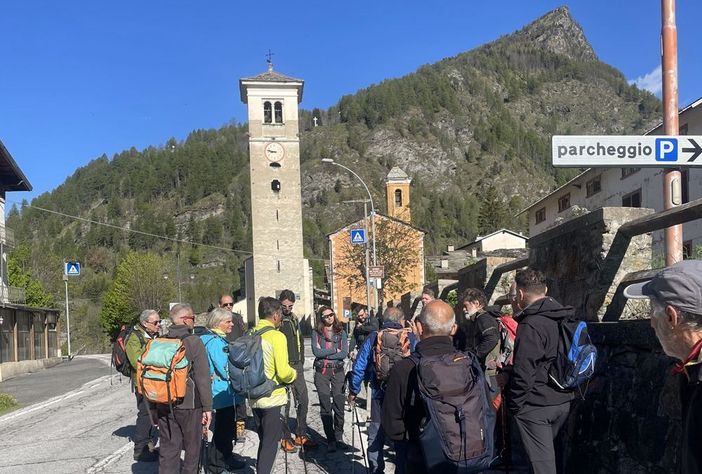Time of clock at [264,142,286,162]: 8:47
